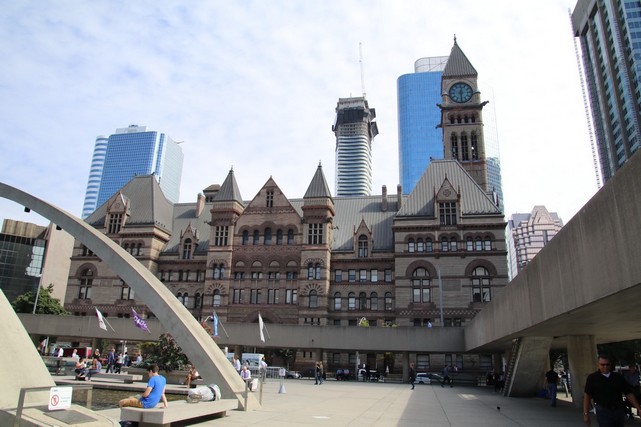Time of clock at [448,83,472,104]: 12:29
